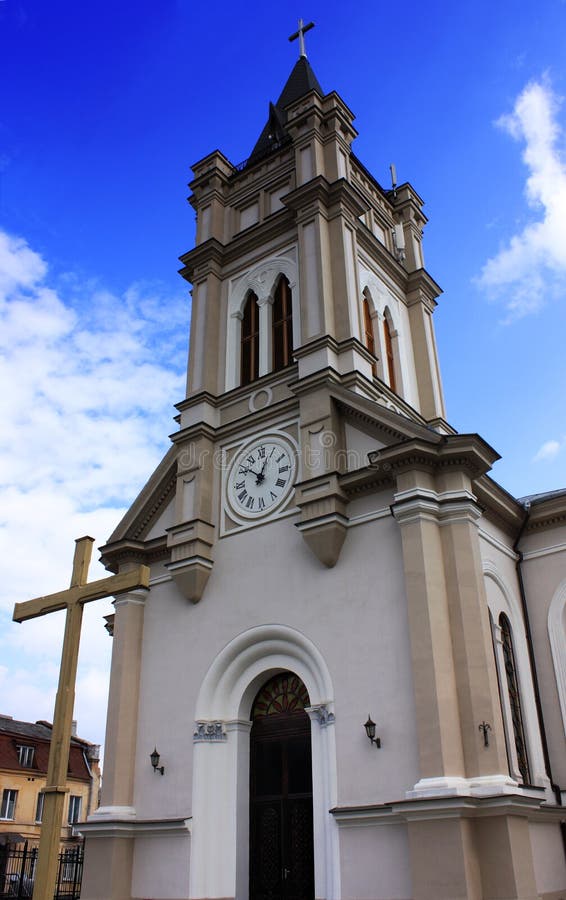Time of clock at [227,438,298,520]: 12:51
